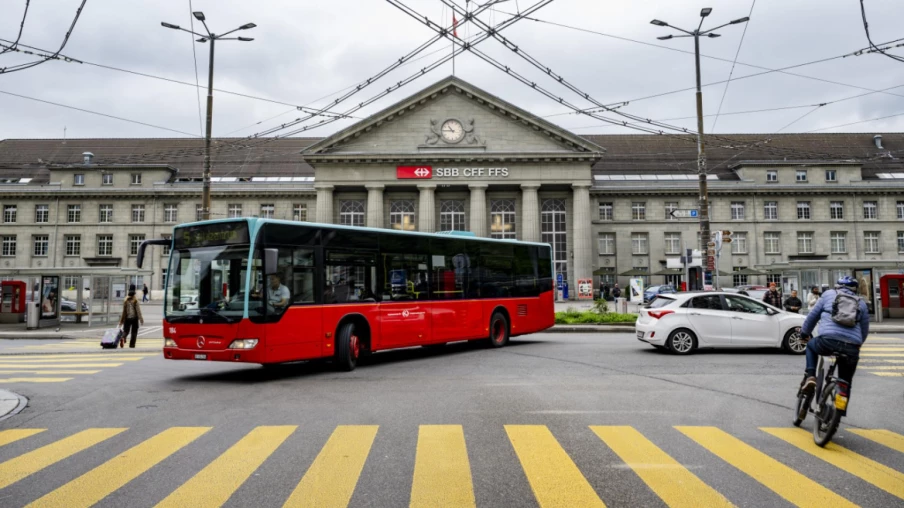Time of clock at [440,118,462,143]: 10:45
